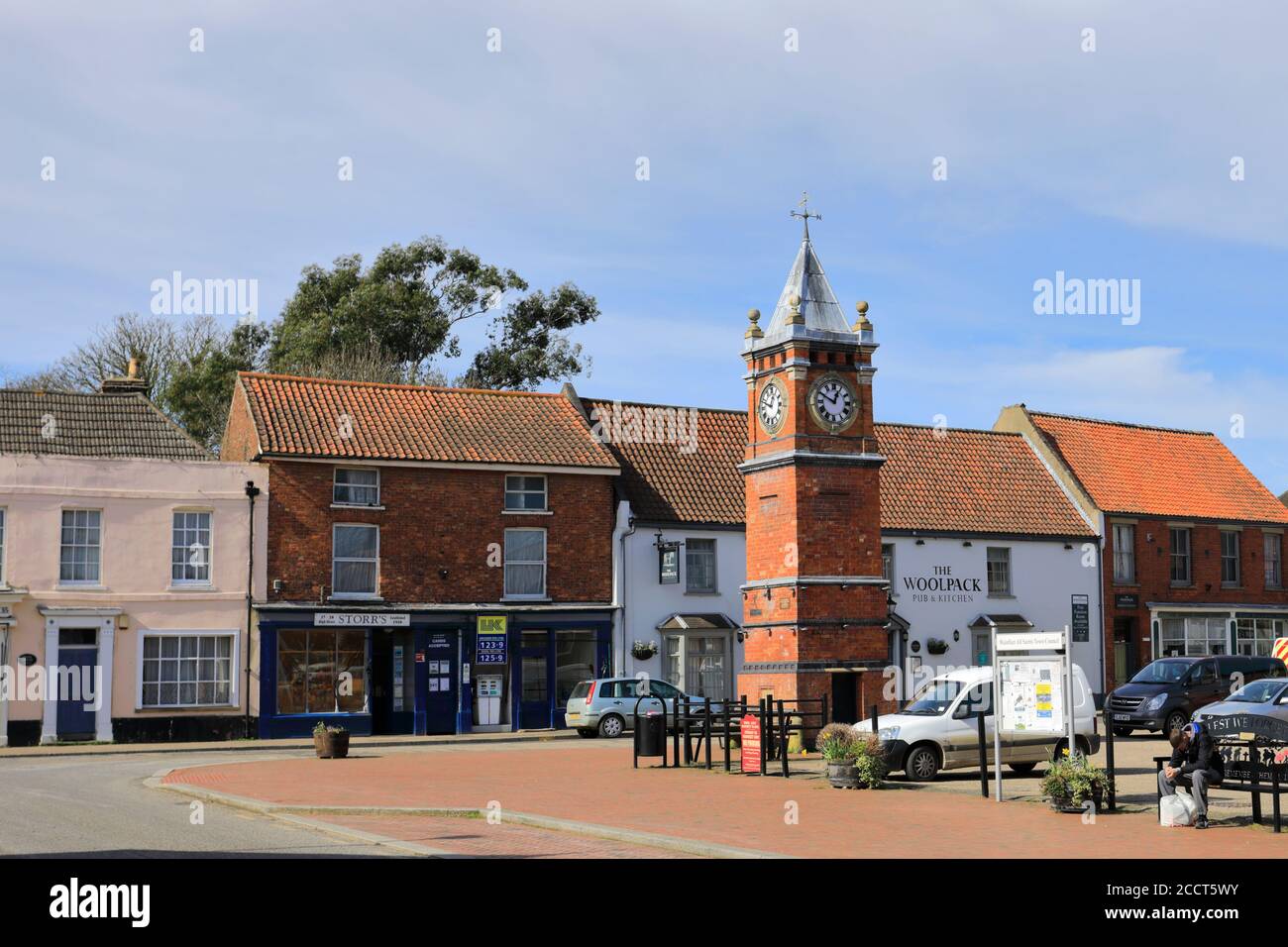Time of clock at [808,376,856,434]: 12:49
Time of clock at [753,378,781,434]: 12:48
